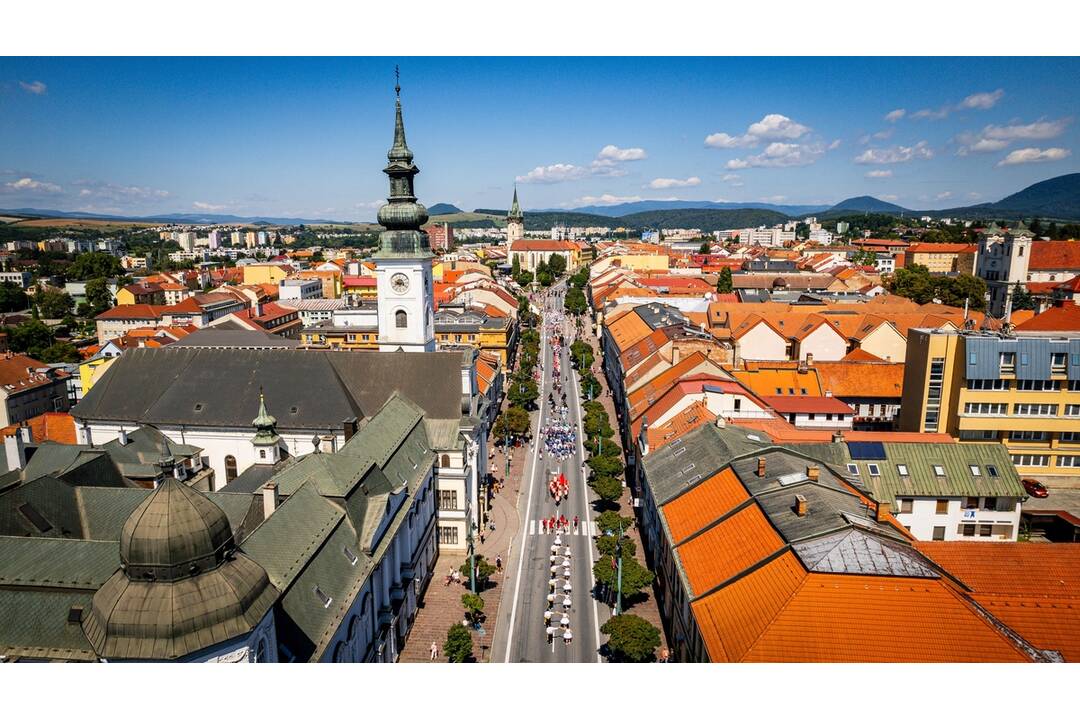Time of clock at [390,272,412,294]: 8:17
